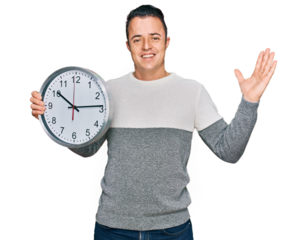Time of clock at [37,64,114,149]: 10:13
